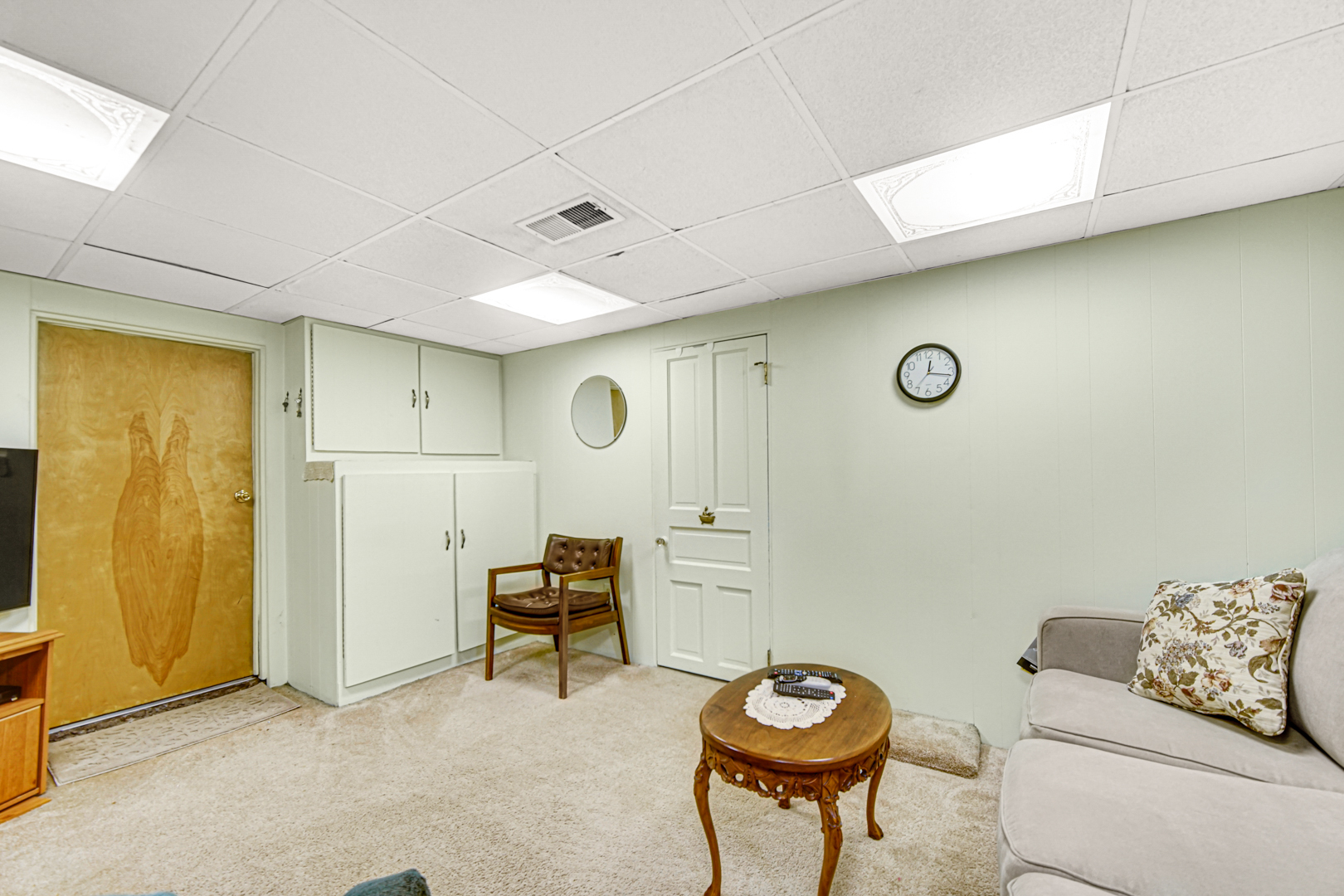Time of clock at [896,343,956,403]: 12:16
